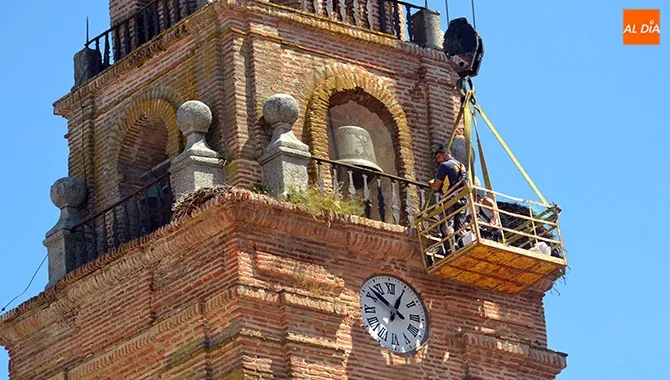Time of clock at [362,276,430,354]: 12:52
